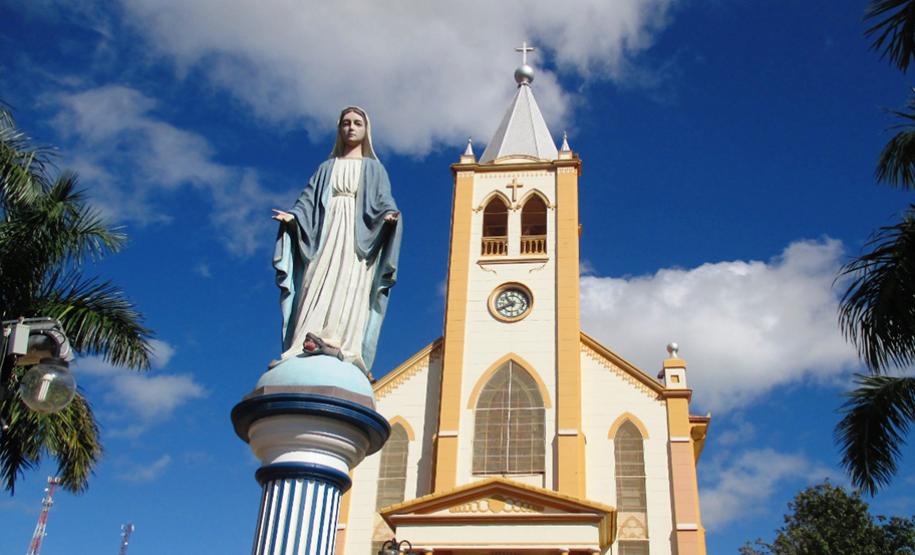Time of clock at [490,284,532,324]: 10:40
